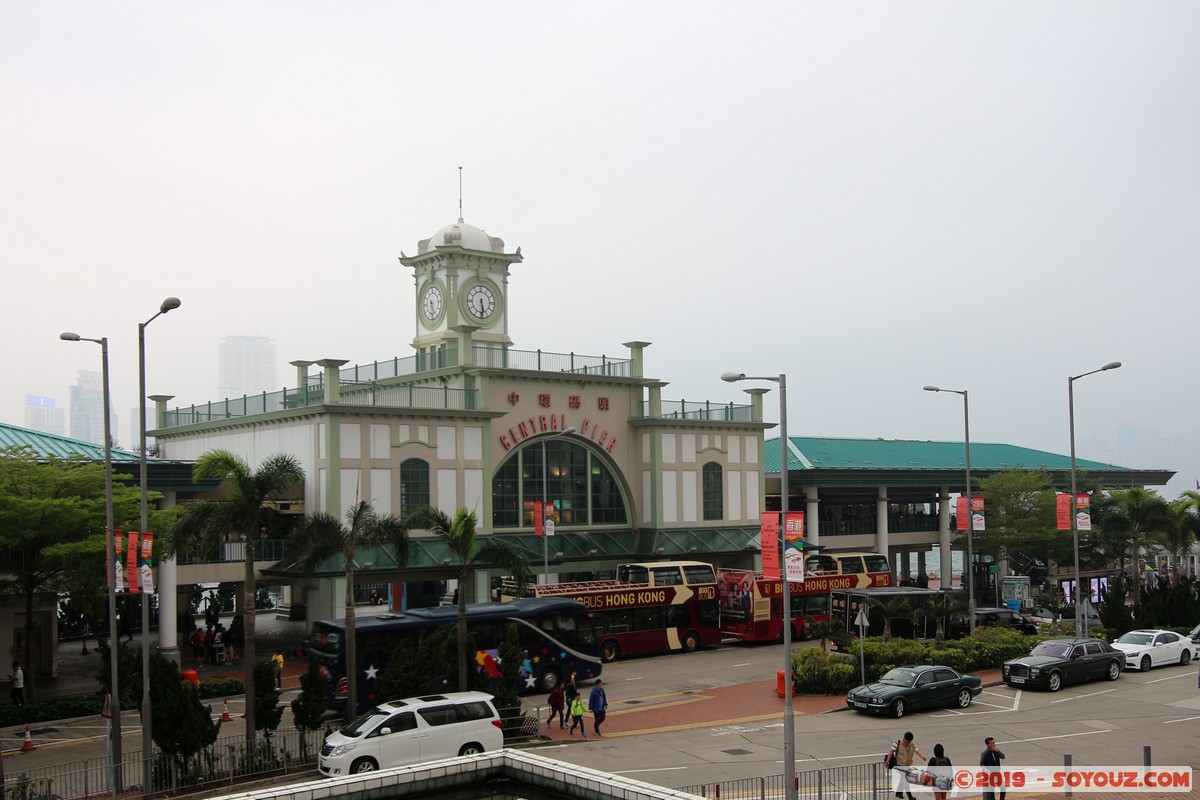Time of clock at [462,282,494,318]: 5:29
